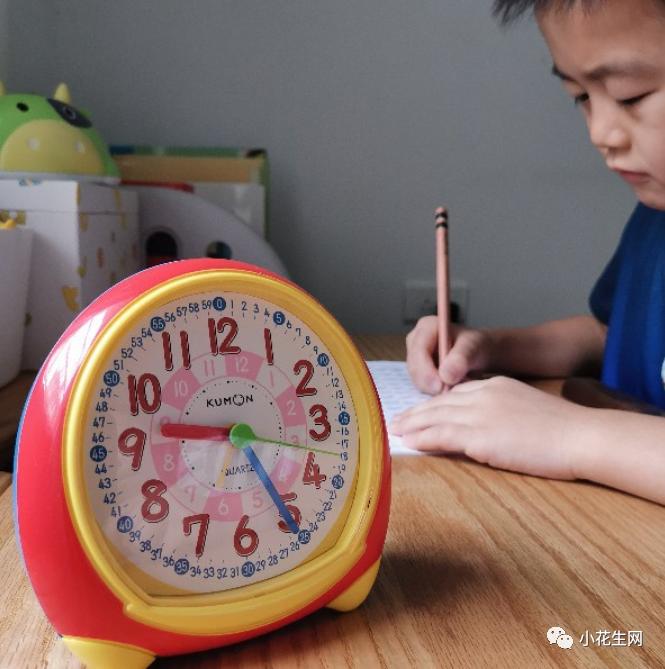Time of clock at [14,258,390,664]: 9:25
